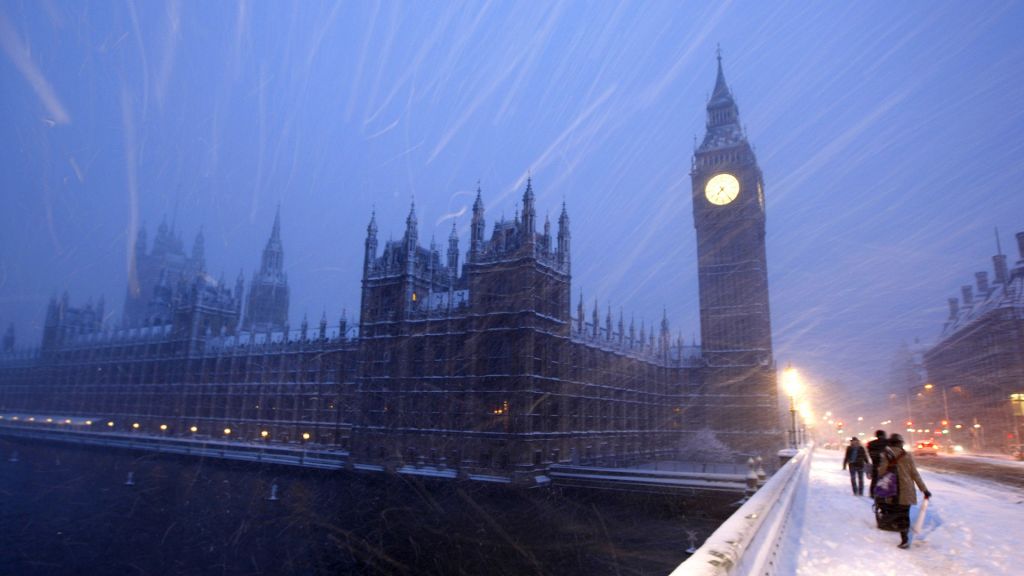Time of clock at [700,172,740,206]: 7:24
